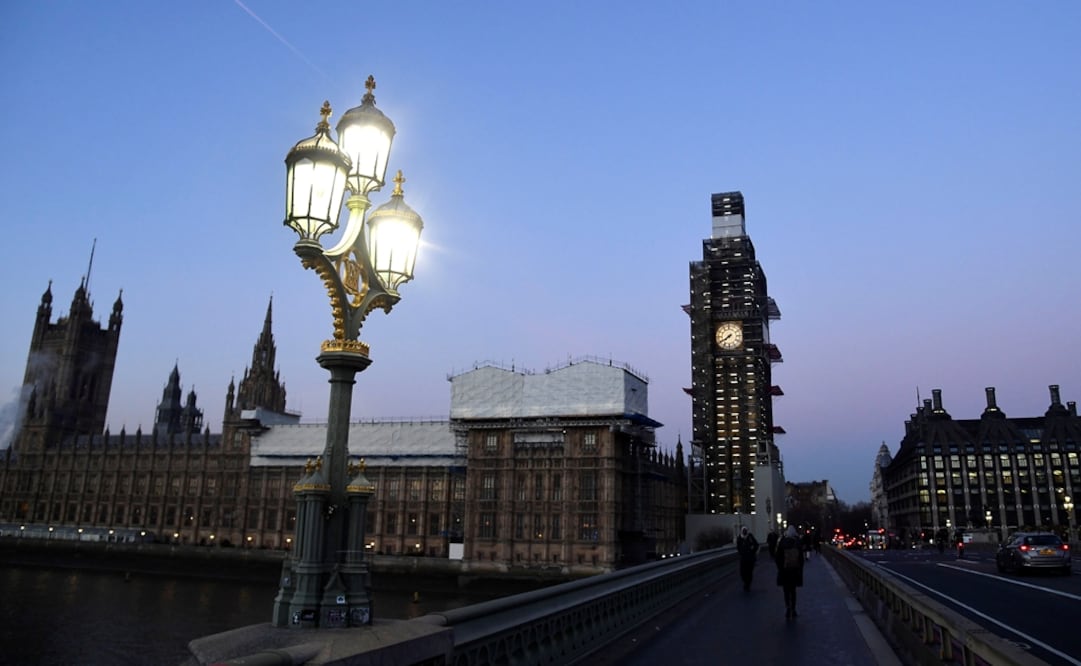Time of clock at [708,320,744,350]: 7:40
